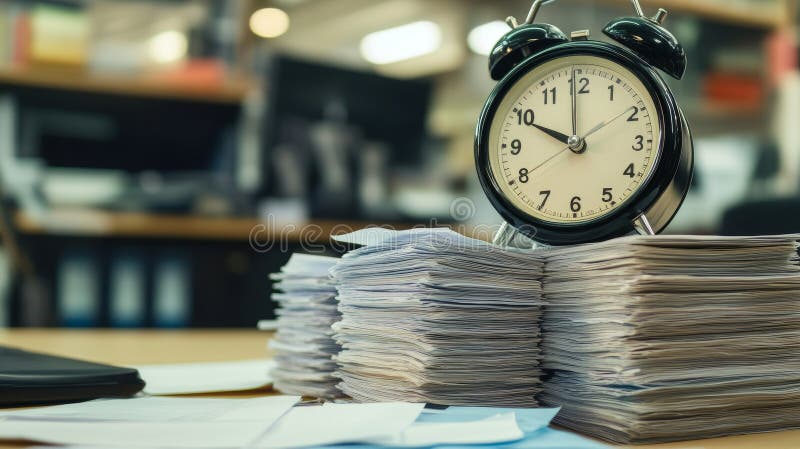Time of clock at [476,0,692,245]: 9:59
